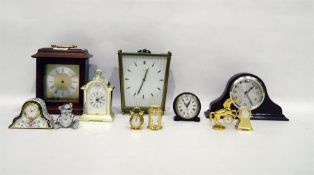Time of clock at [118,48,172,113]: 12:34
